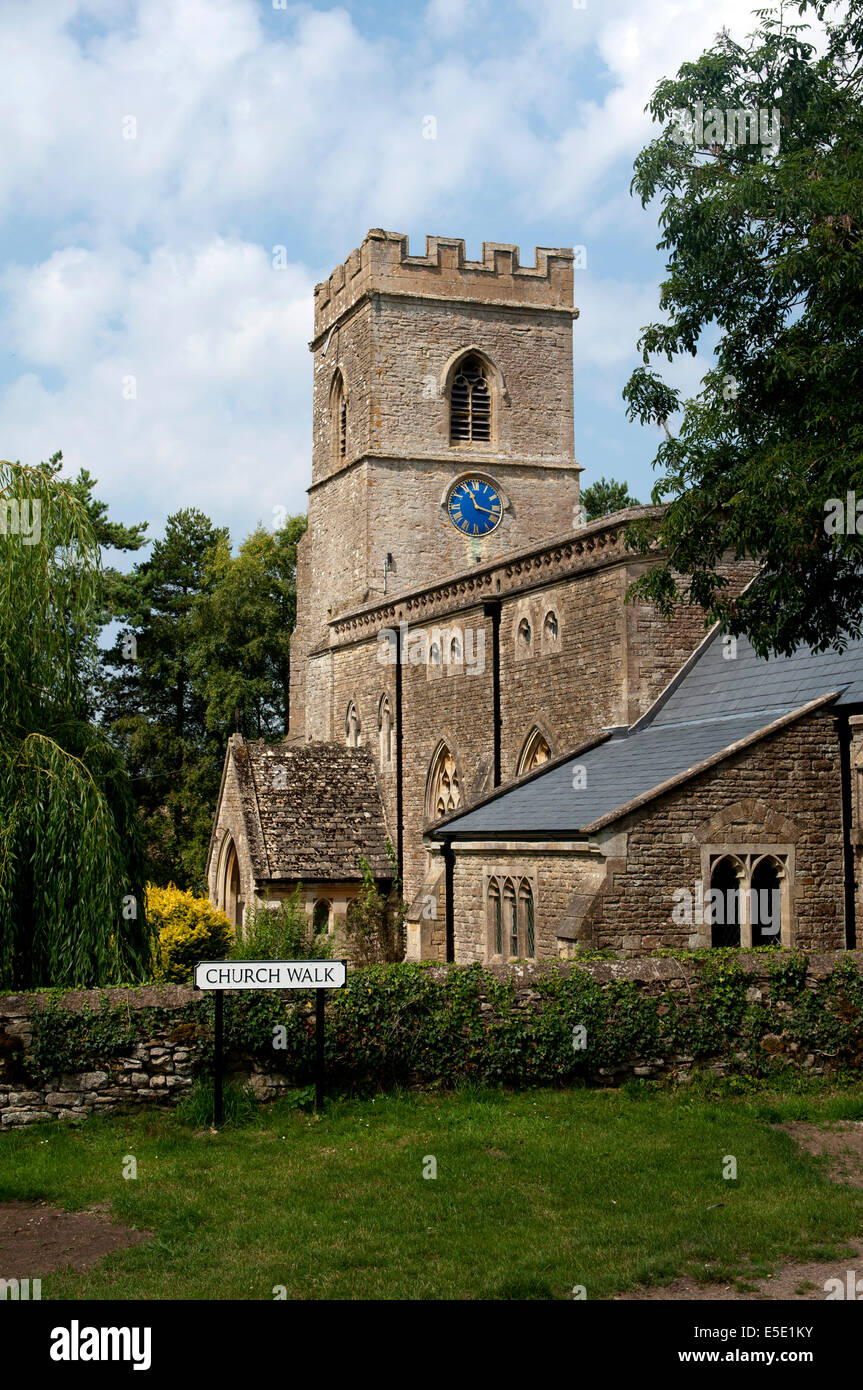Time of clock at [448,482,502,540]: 11:18
